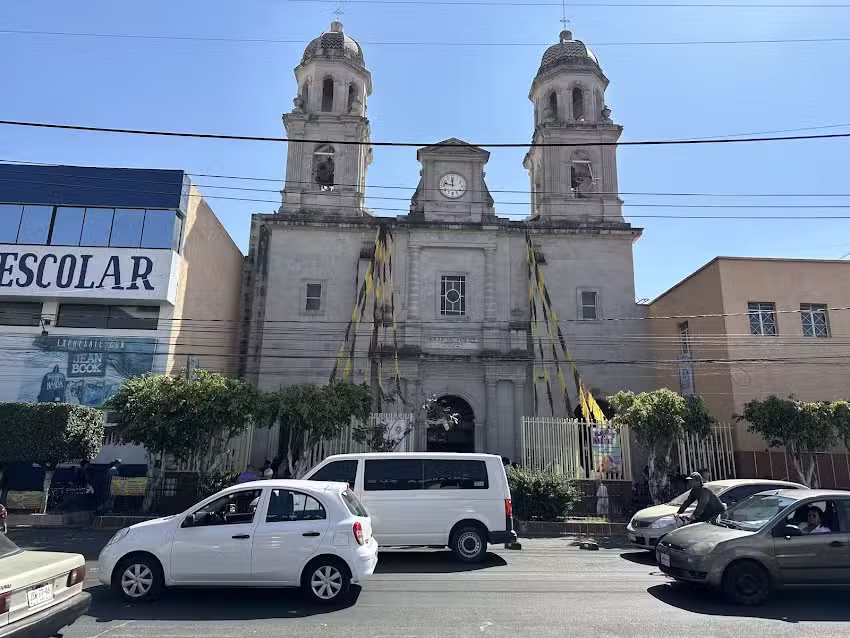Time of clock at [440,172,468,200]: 11:47
